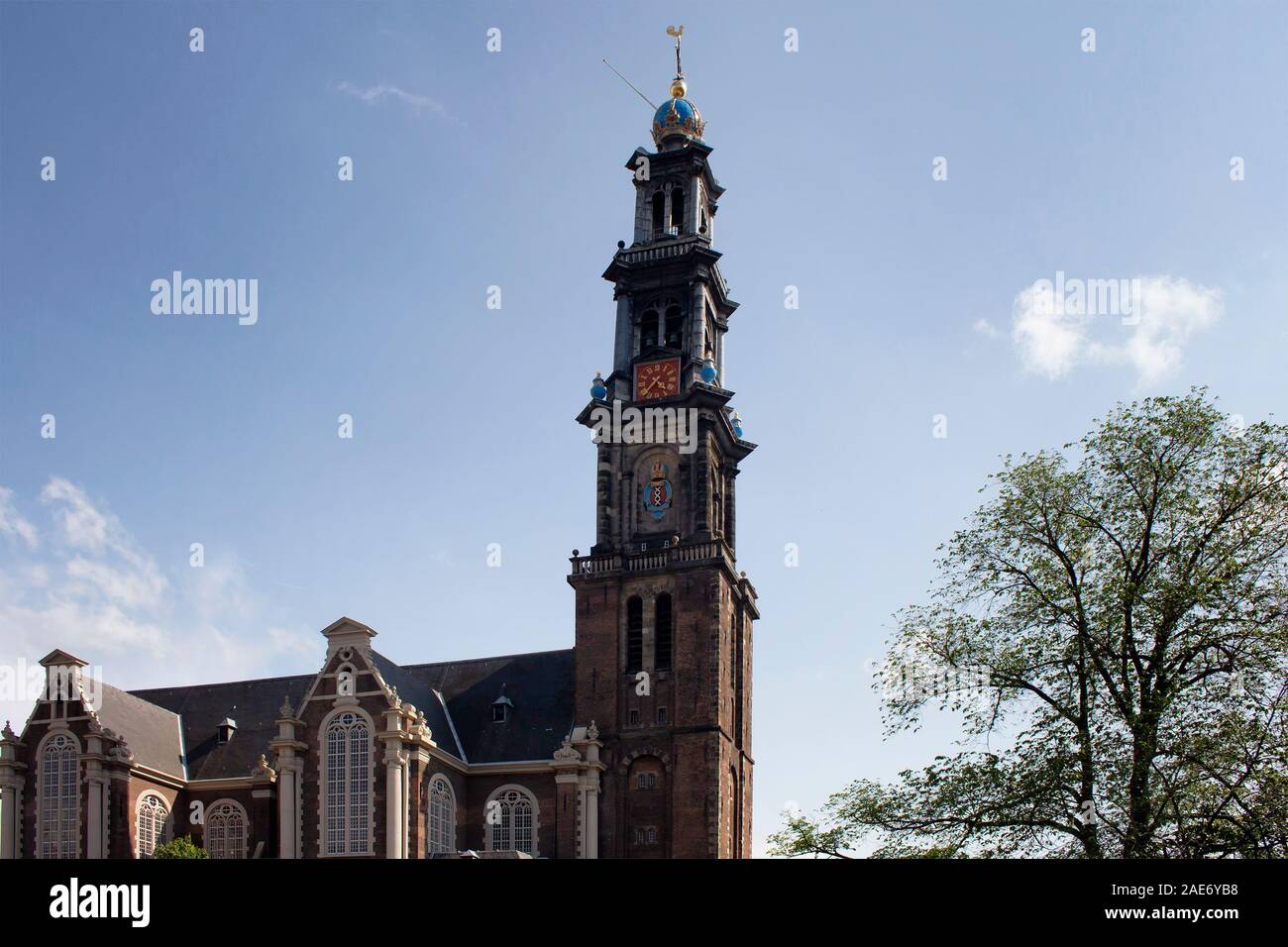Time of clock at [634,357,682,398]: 4:37
